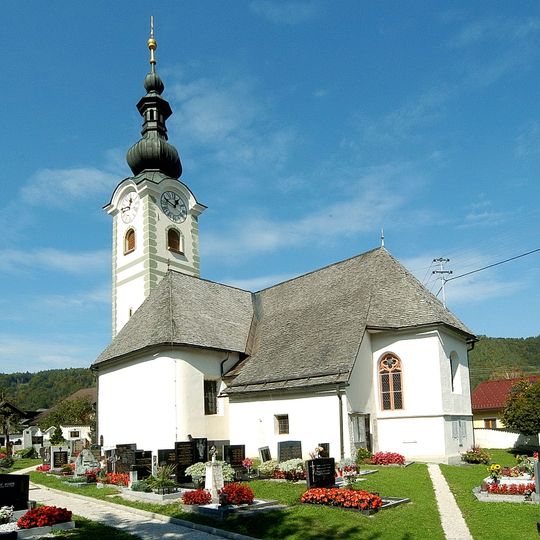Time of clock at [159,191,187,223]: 12:49
